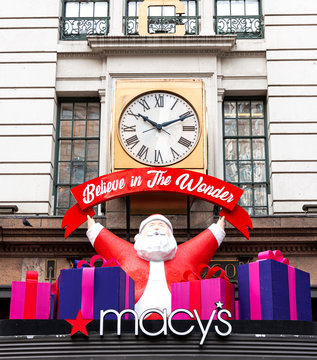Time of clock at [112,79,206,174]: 10:10
